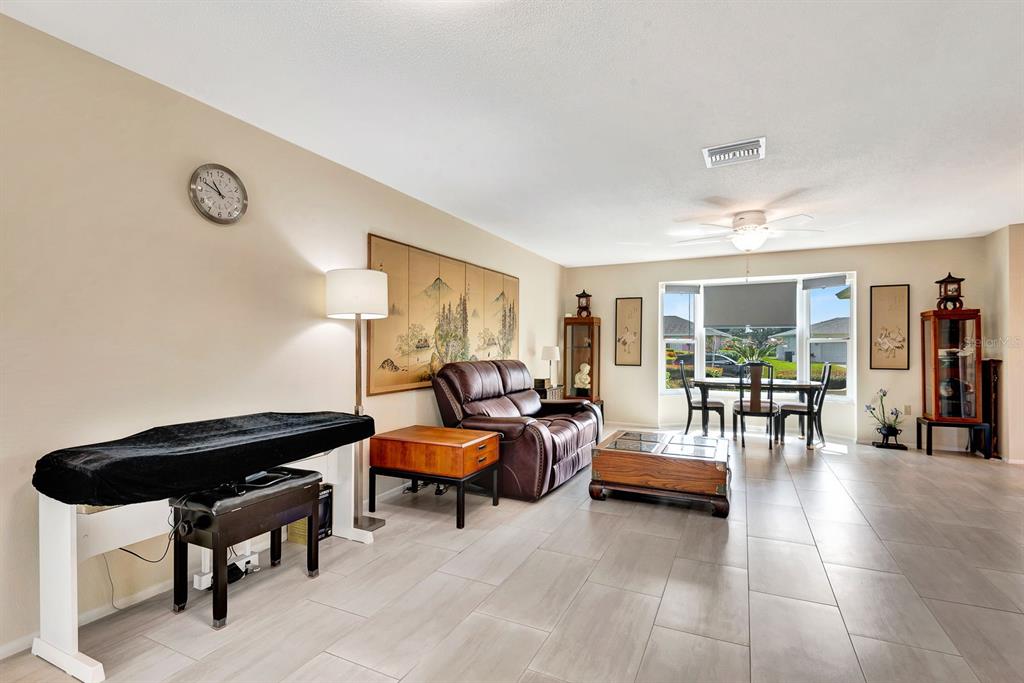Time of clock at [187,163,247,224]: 10:49
